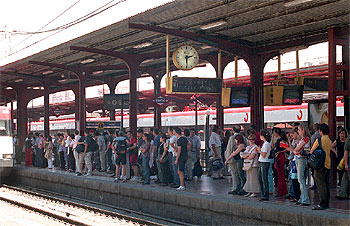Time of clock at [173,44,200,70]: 2:30
